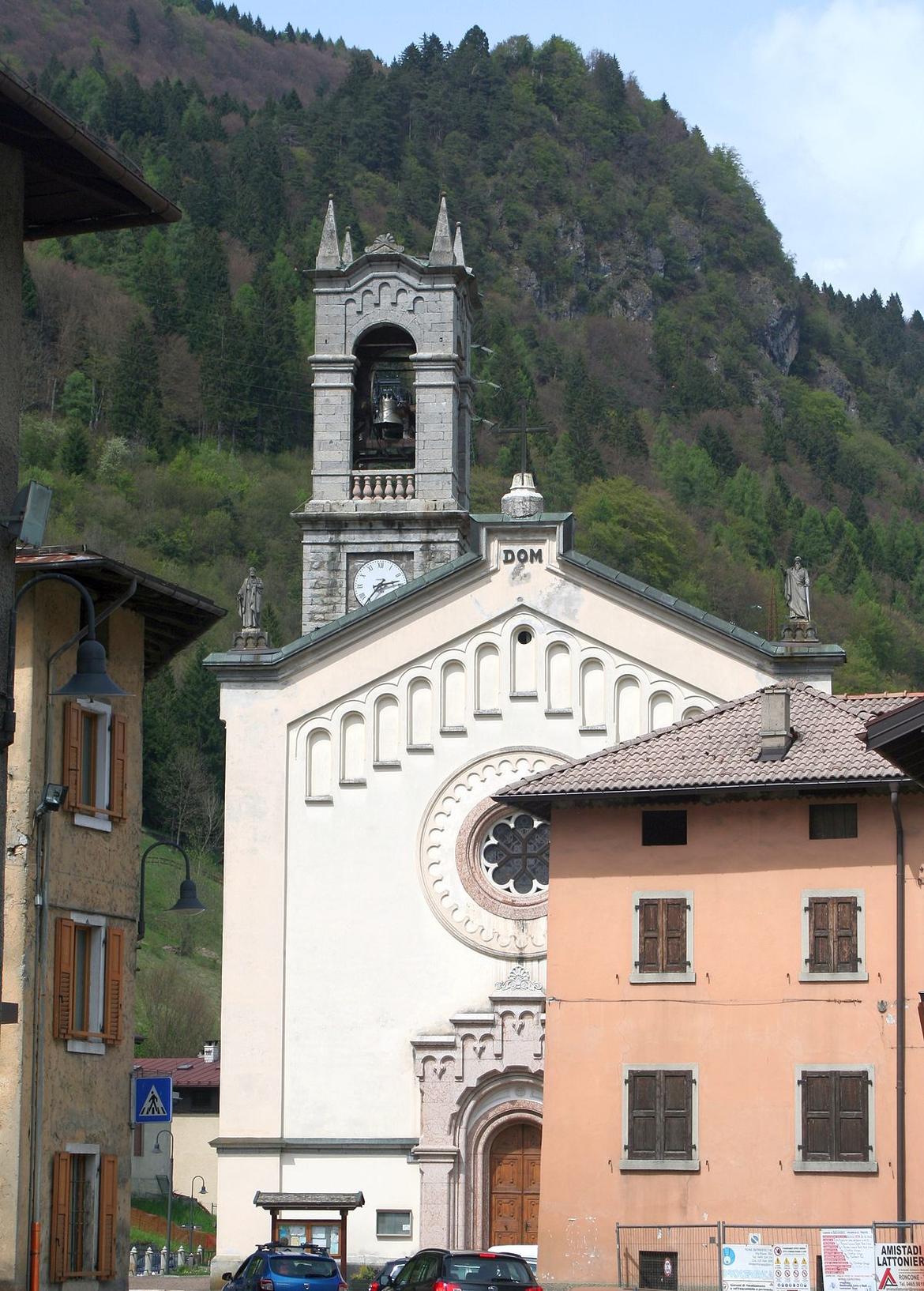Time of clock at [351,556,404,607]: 2:36
